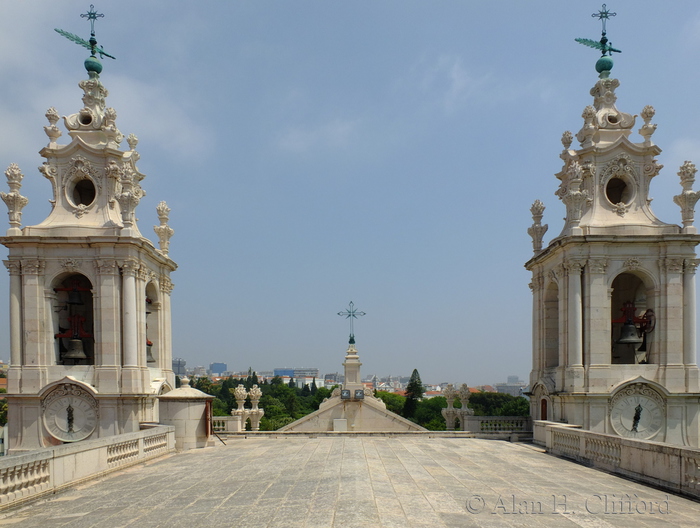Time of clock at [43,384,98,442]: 5:59
